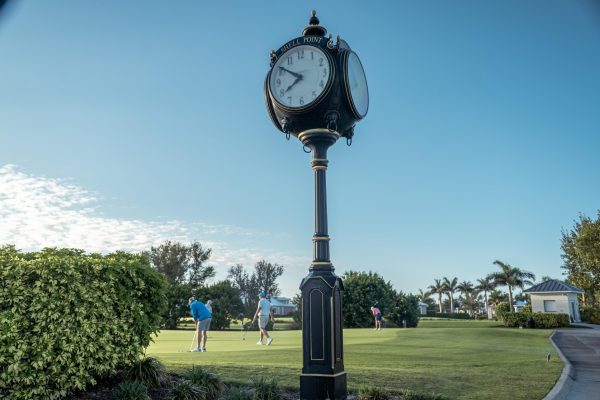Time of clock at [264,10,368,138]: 7:50
